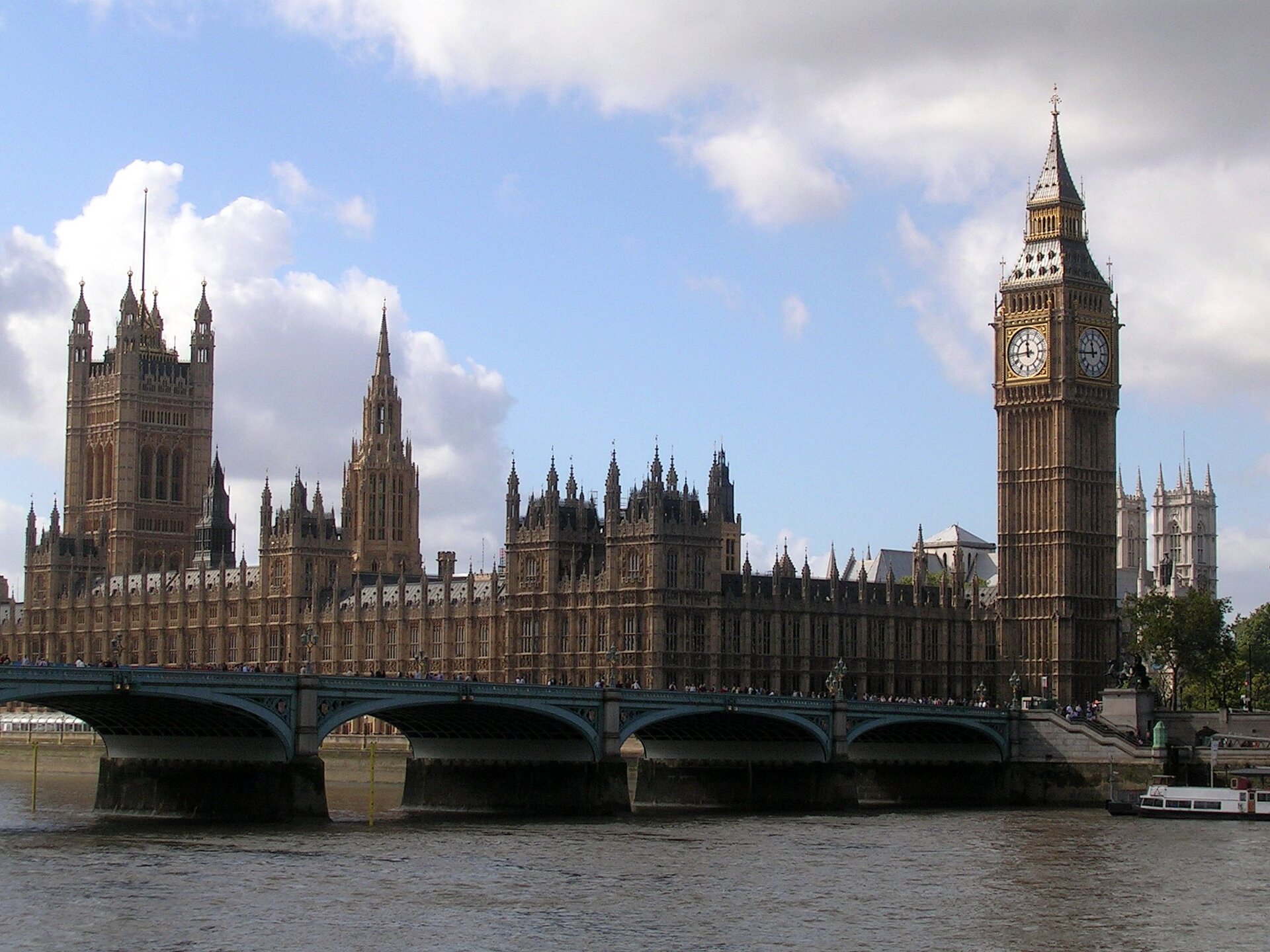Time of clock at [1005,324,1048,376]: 11:44
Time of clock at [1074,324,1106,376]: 11:44
